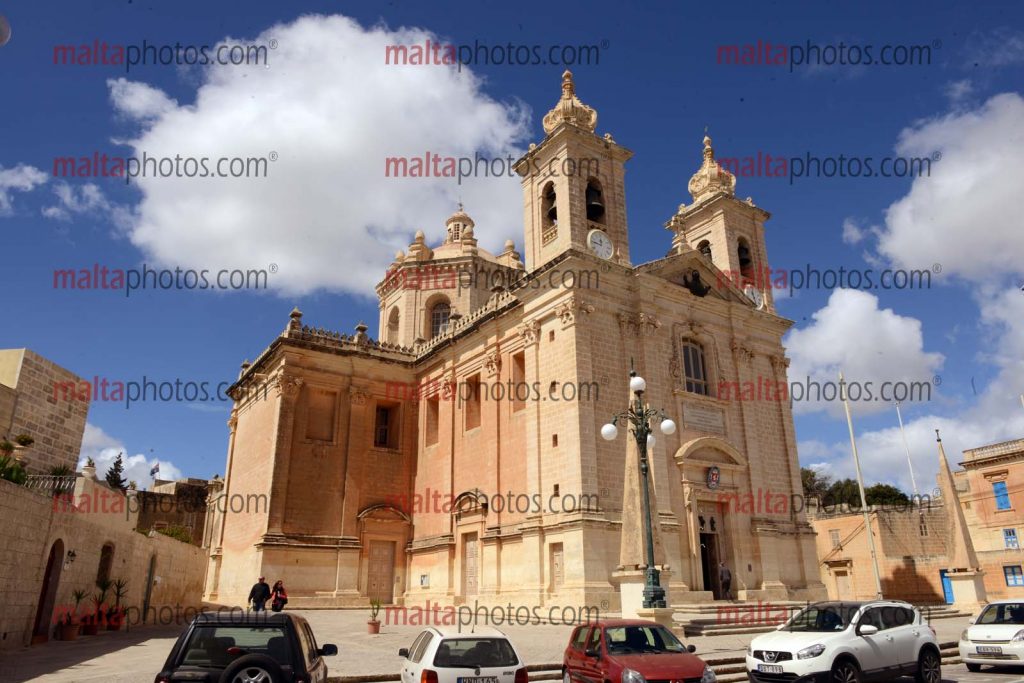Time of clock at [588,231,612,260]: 11:46
